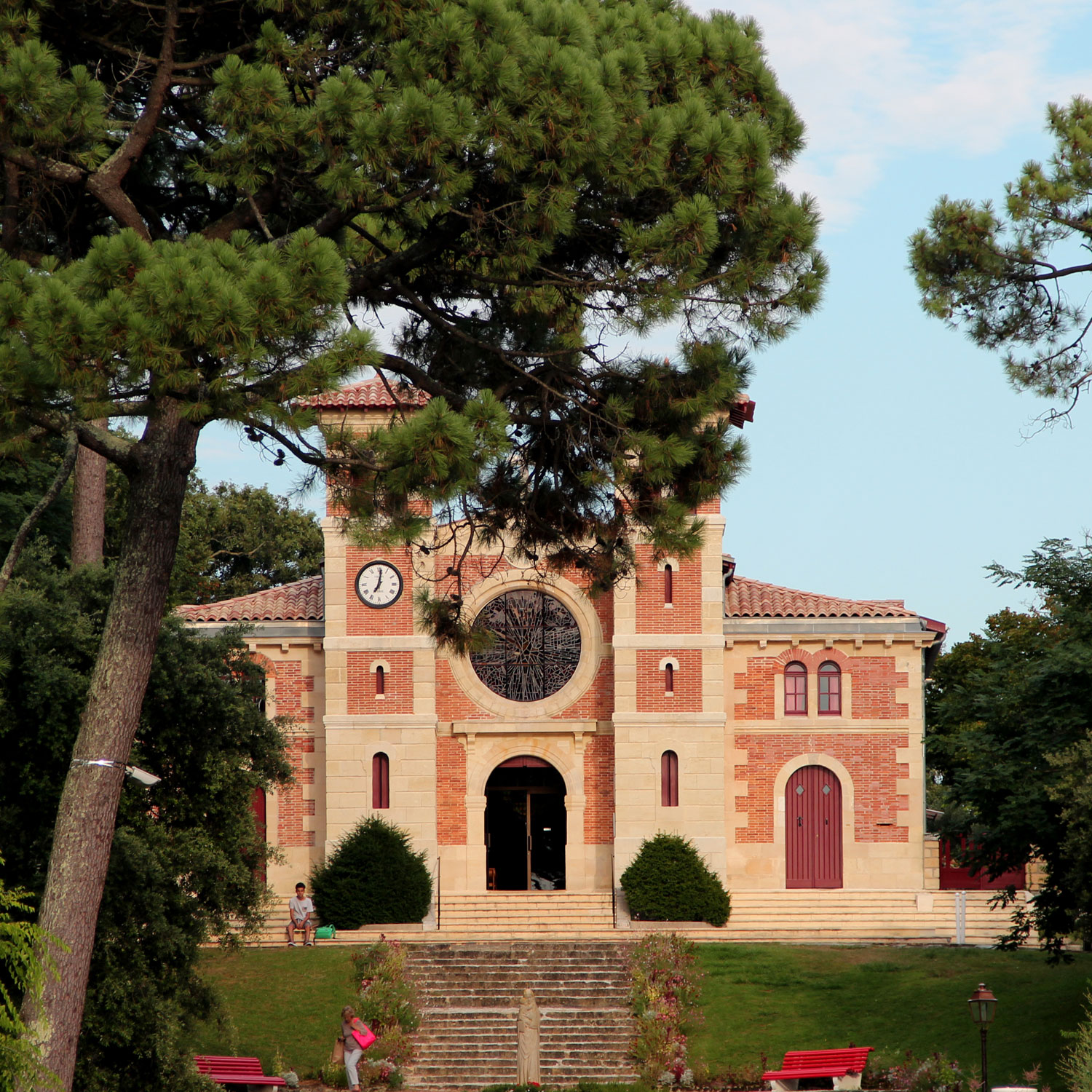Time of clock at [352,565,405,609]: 7:01
